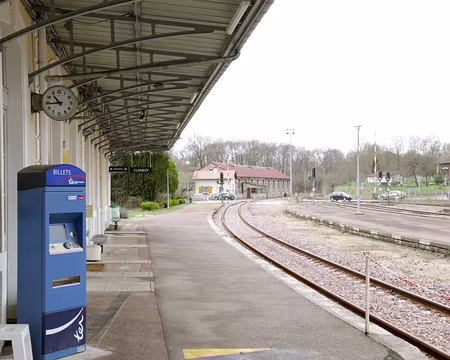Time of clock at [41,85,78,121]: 10:43
